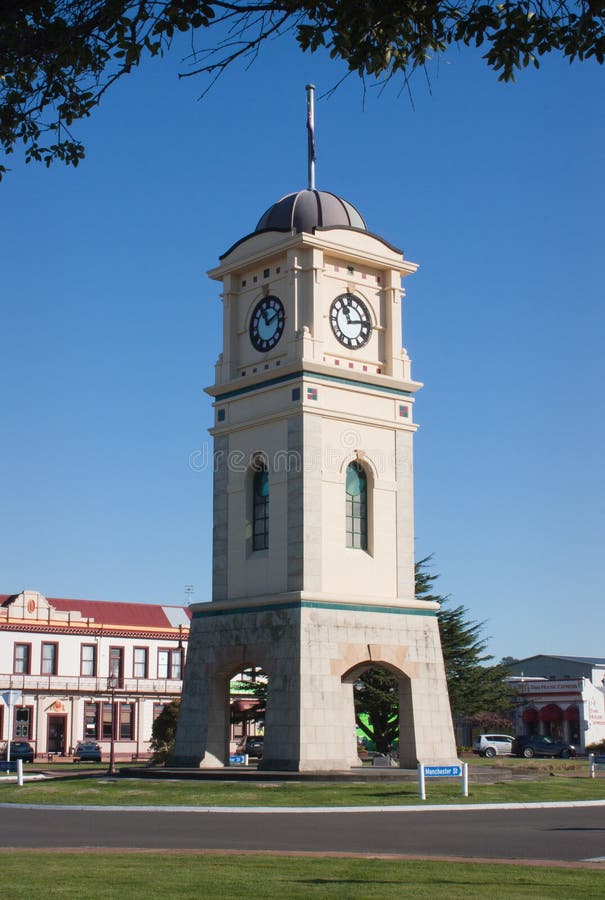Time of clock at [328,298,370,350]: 11:13
